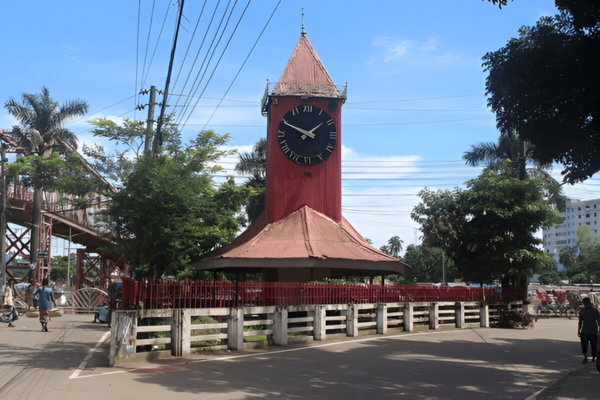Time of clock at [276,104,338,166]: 1:49
